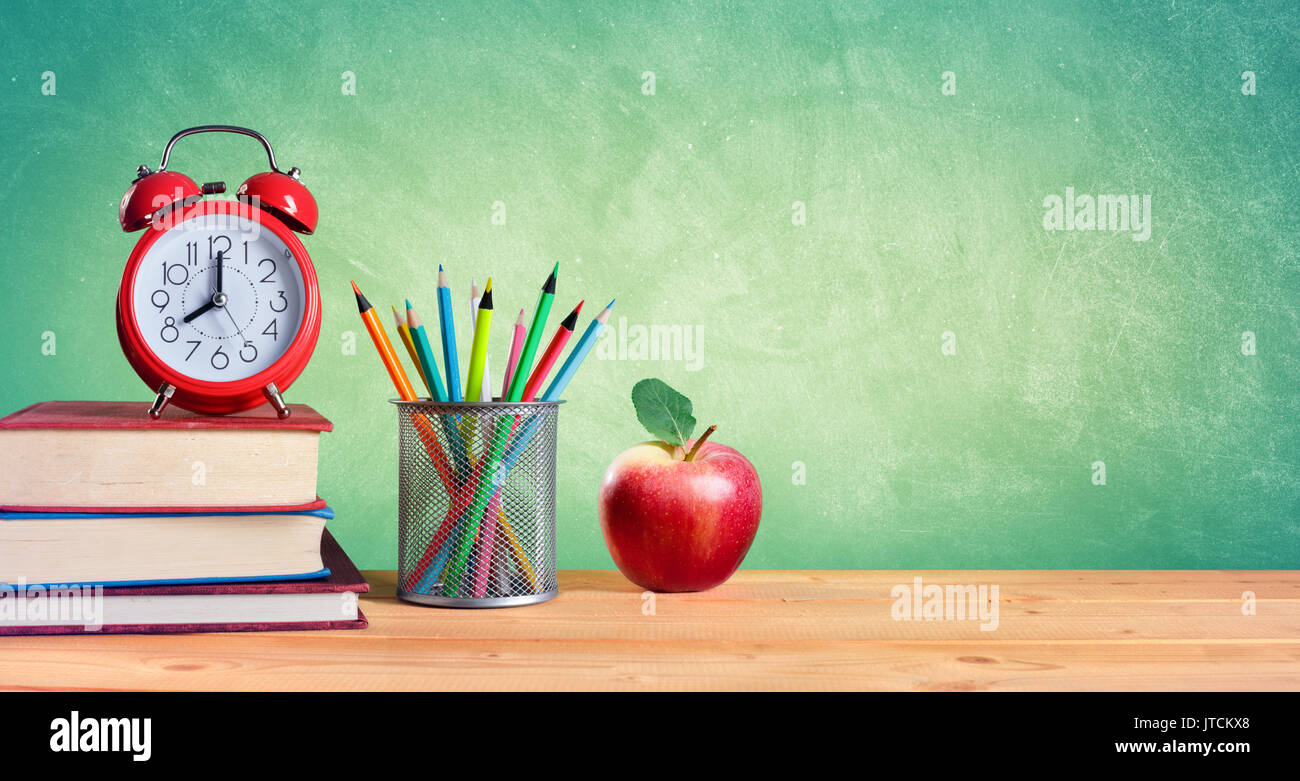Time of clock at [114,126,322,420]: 8:00
